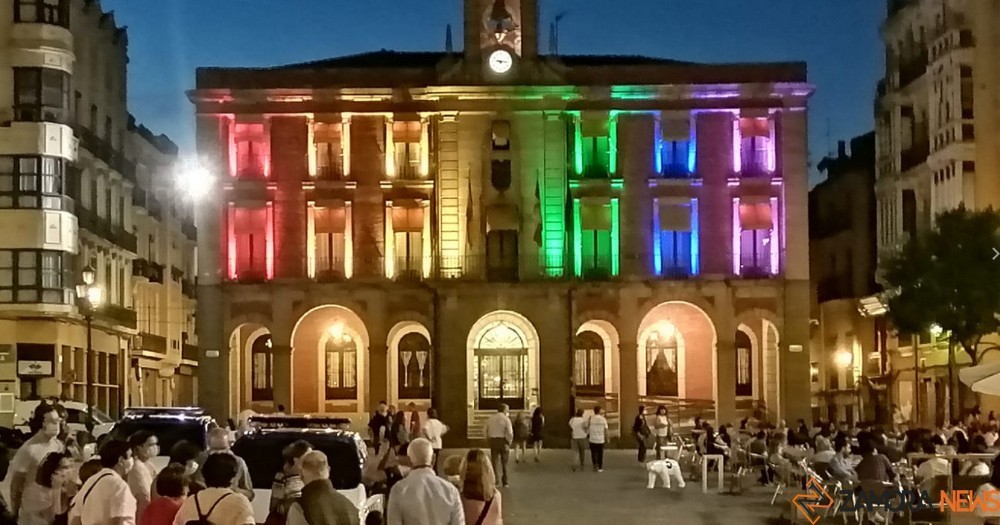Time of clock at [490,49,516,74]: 9:15
